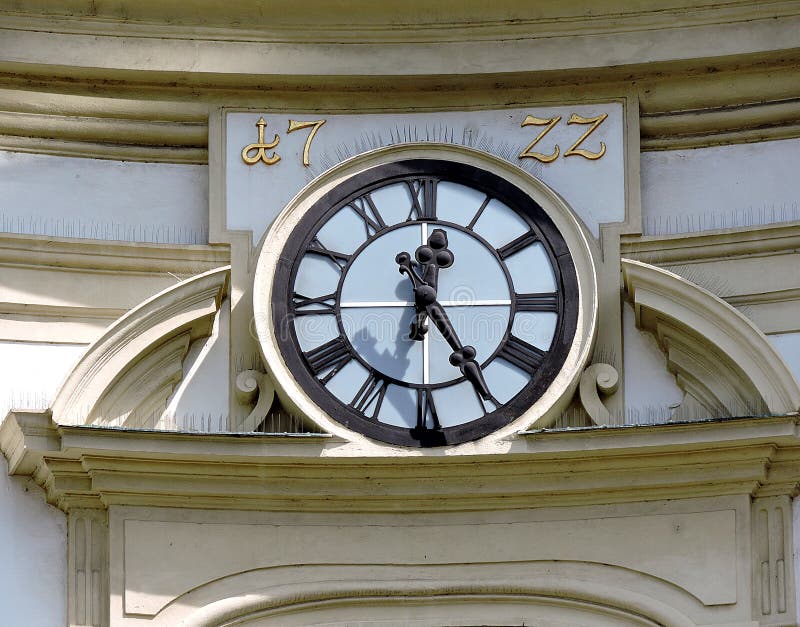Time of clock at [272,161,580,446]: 12:24
